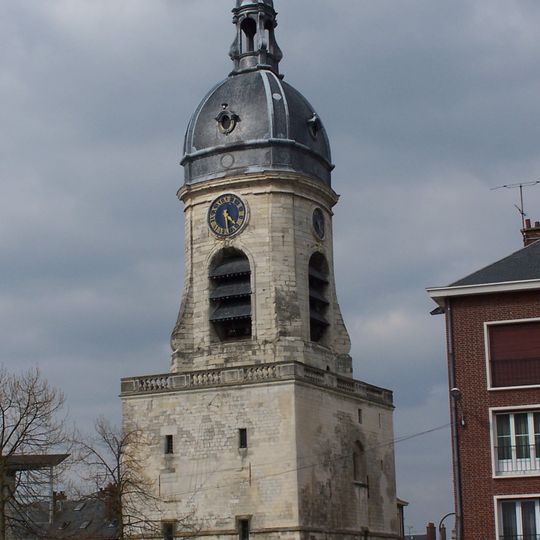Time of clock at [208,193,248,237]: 4:28
